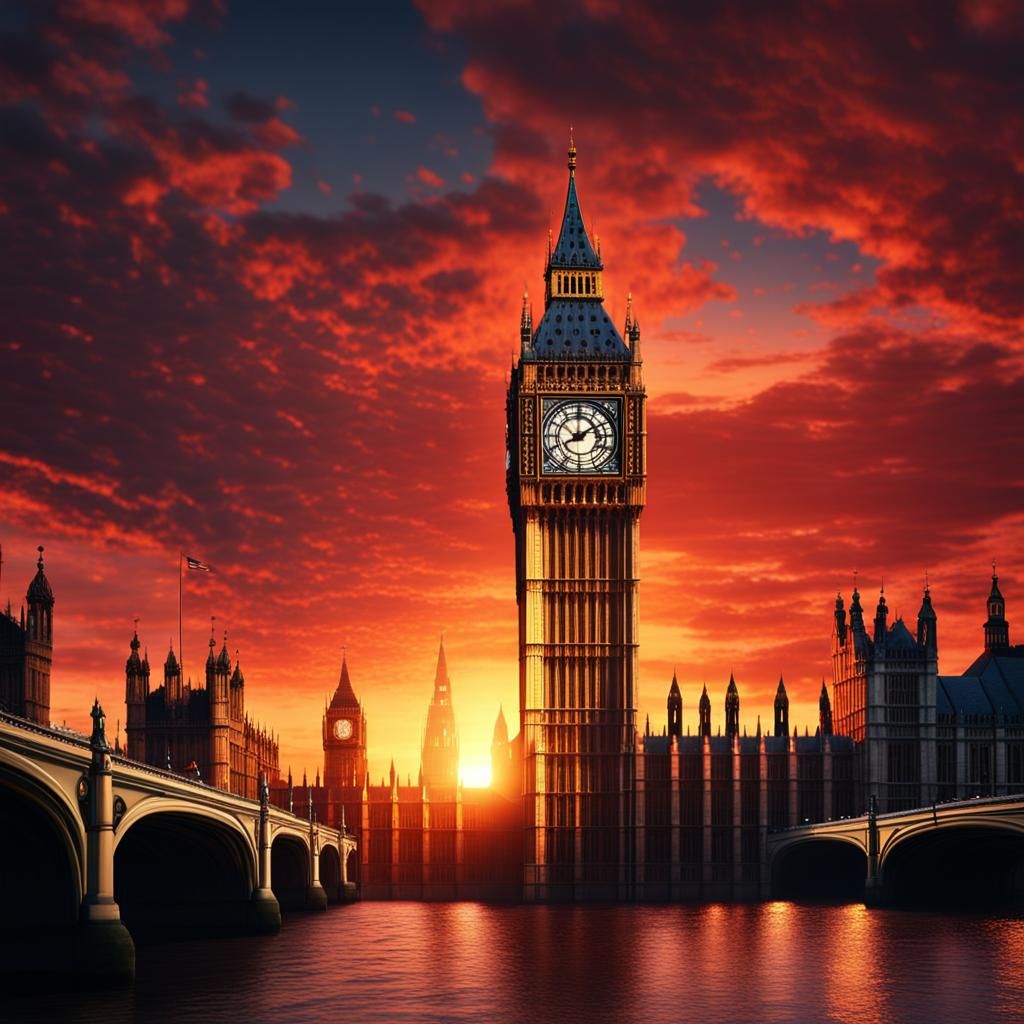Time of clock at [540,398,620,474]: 8:09
